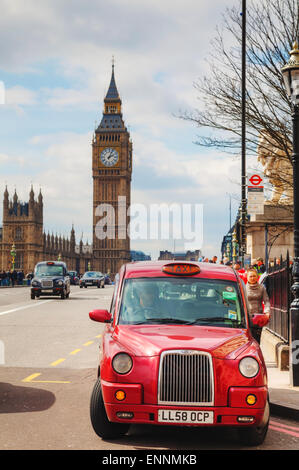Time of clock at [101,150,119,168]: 2:04
